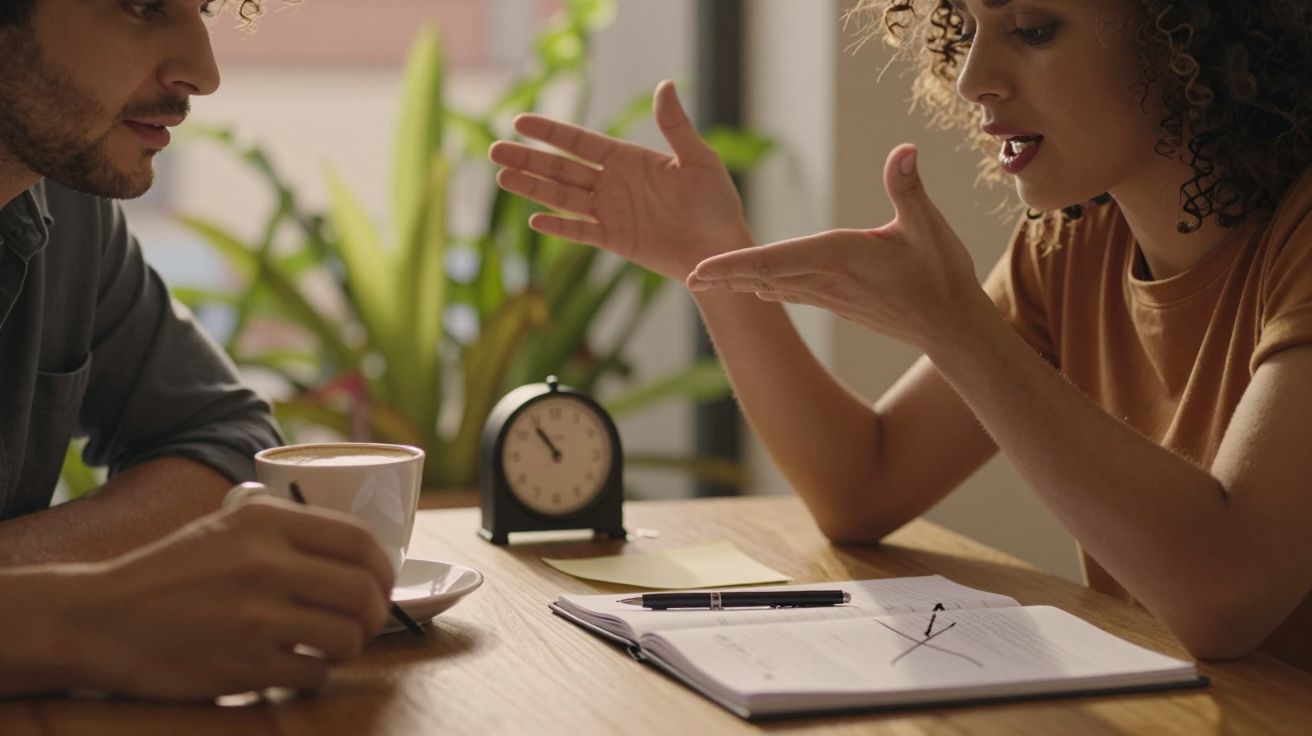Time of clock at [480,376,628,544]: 10:53
